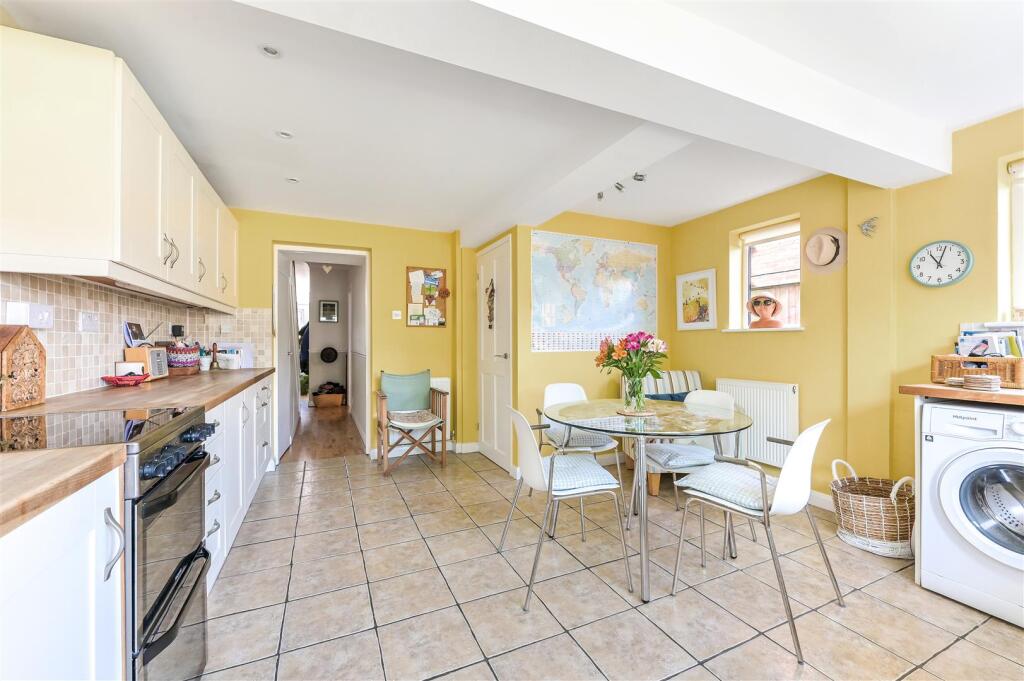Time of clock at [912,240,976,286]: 11:02
